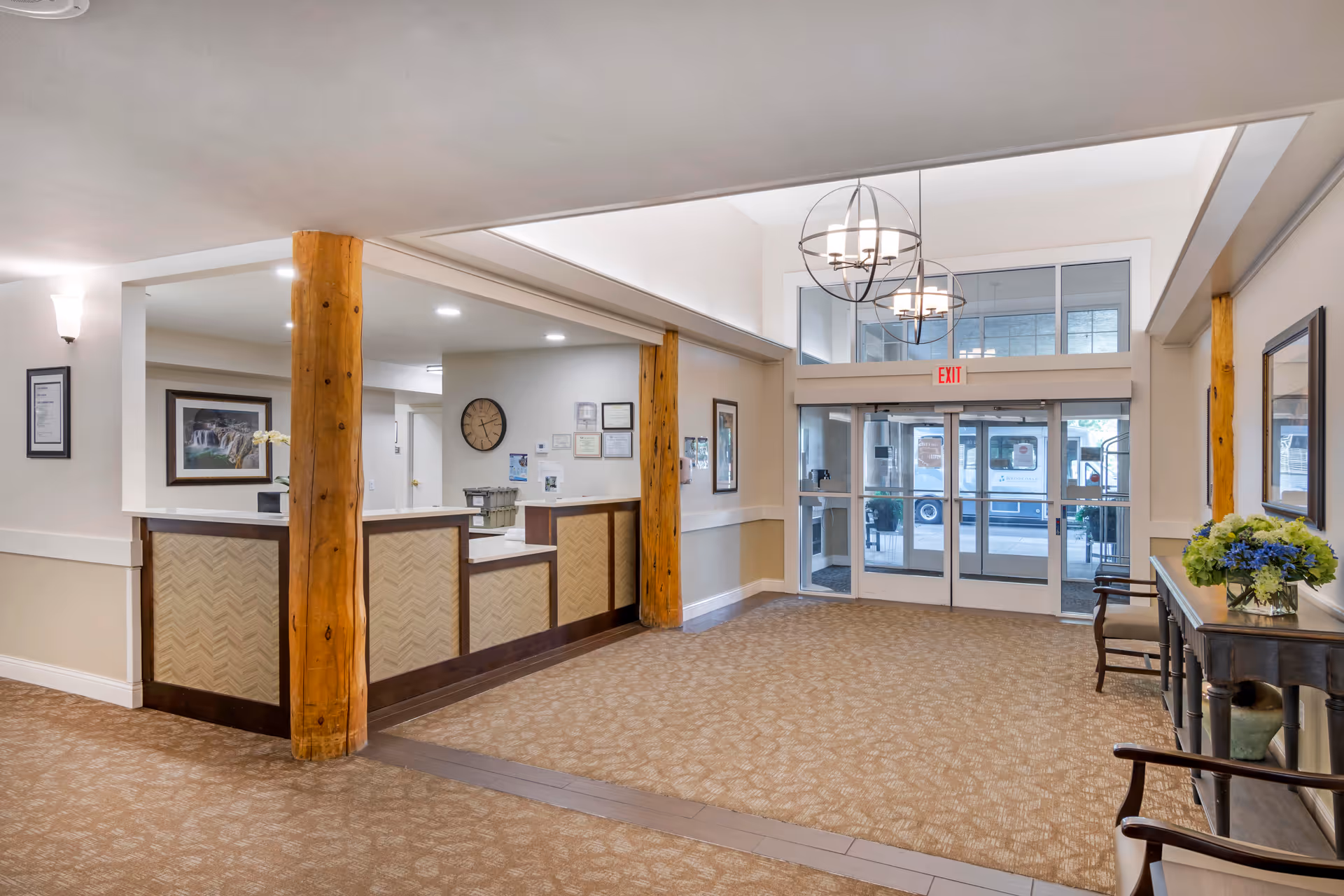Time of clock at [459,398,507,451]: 5:12
